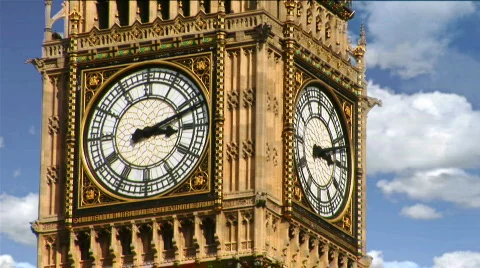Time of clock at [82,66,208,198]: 3:11
